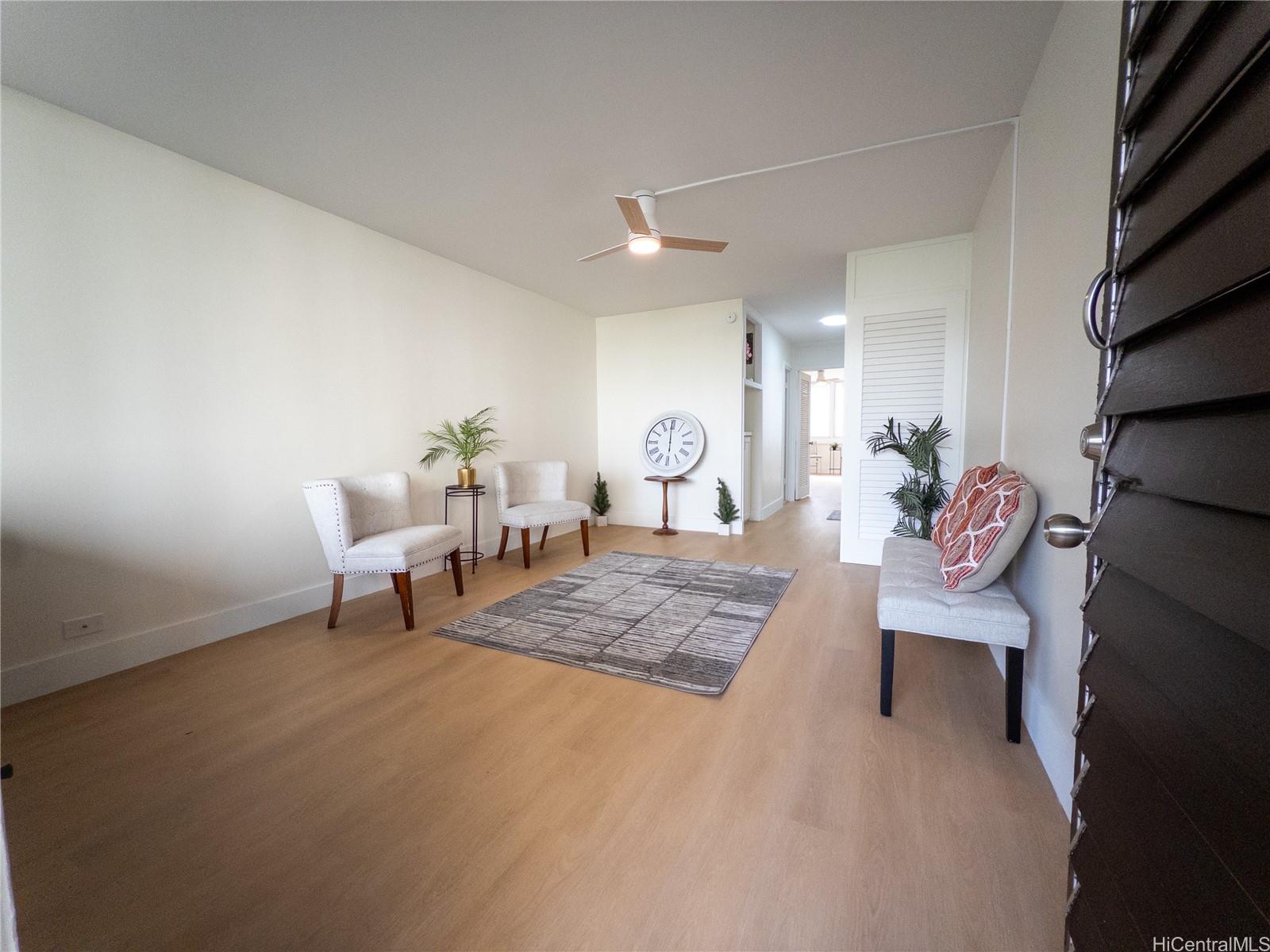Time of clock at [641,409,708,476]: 5:59
